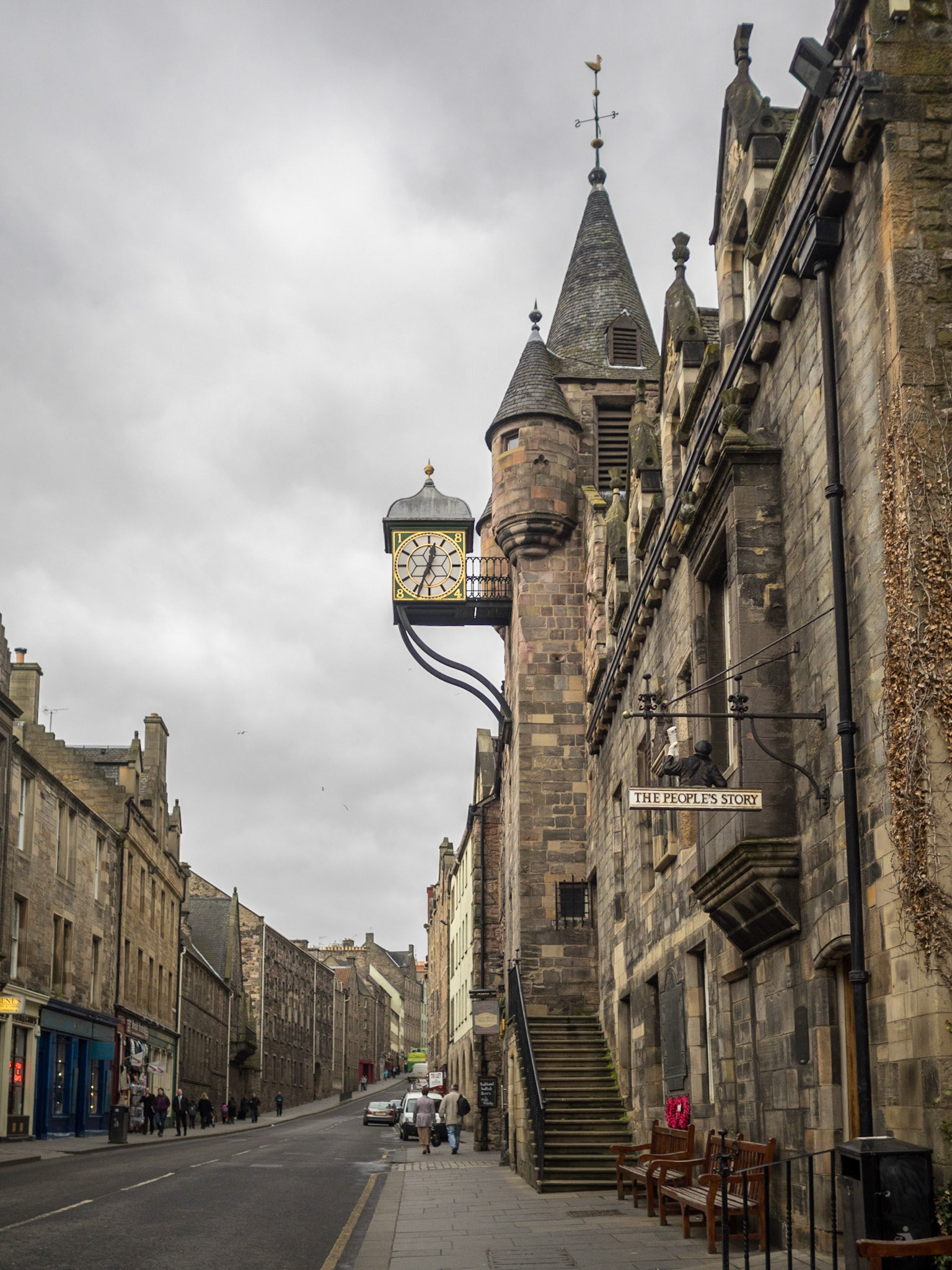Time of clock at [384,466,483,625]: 12:34
